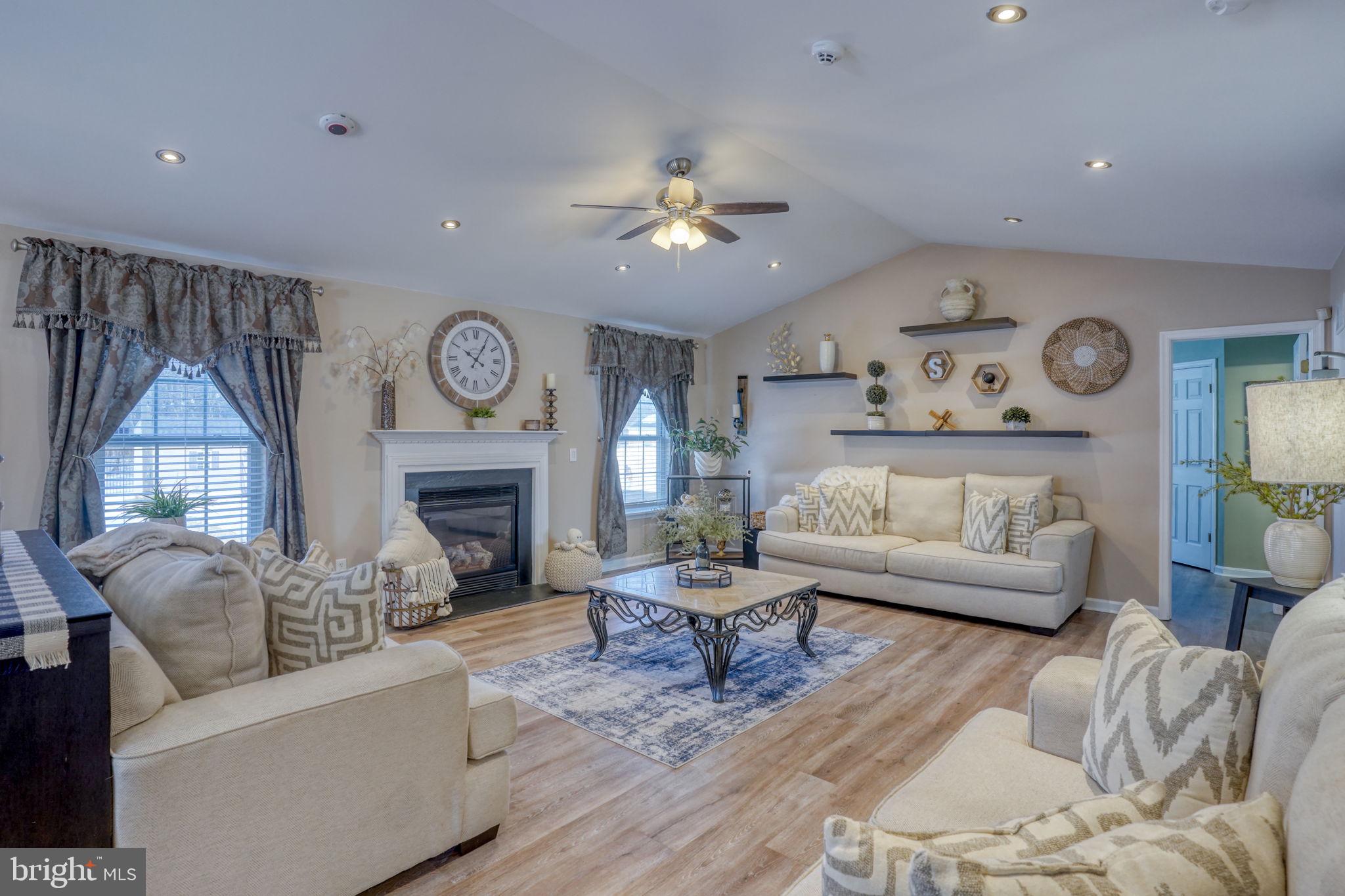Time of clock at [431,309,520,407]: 10:05
